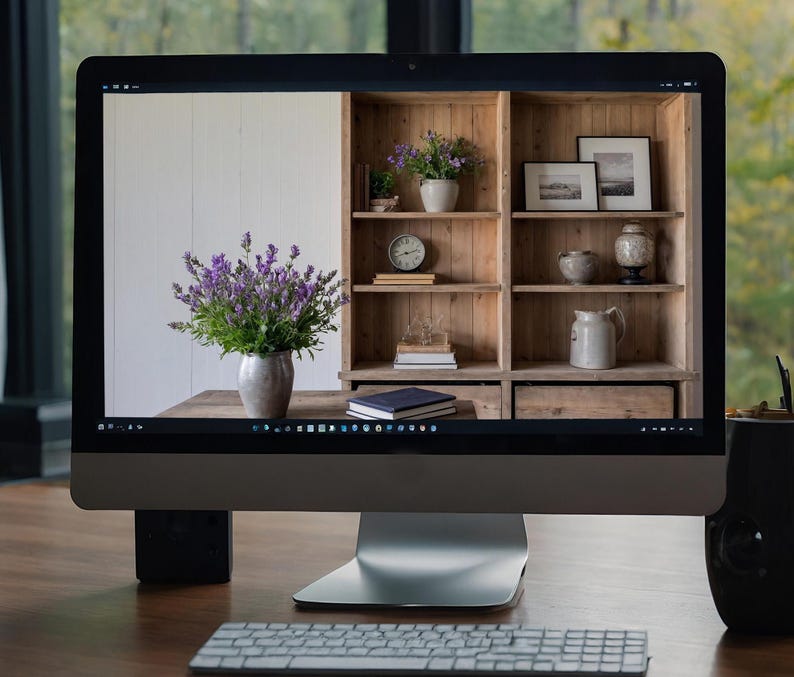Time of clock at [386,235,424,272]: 8:12
